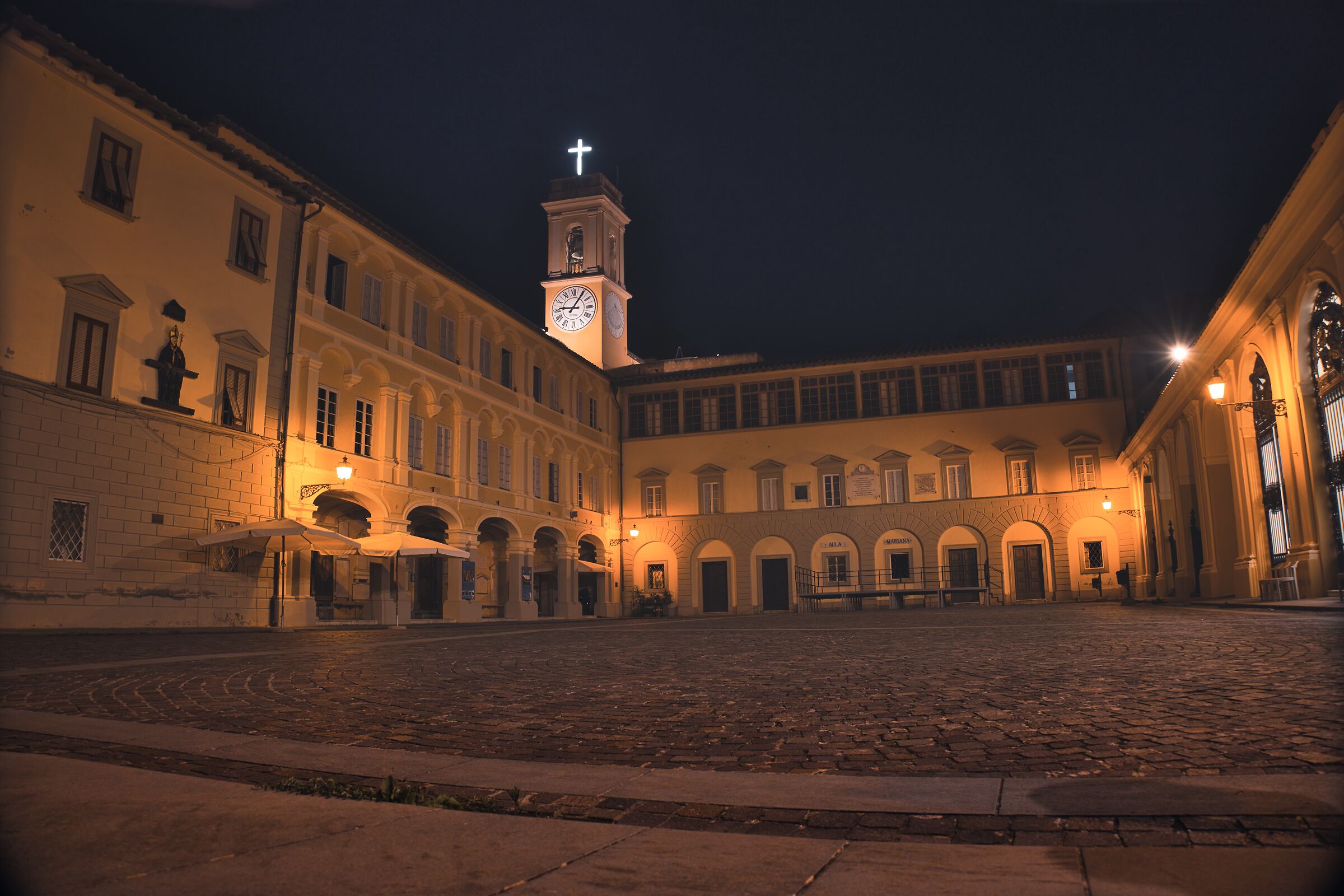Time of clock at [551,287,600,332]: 9:05
